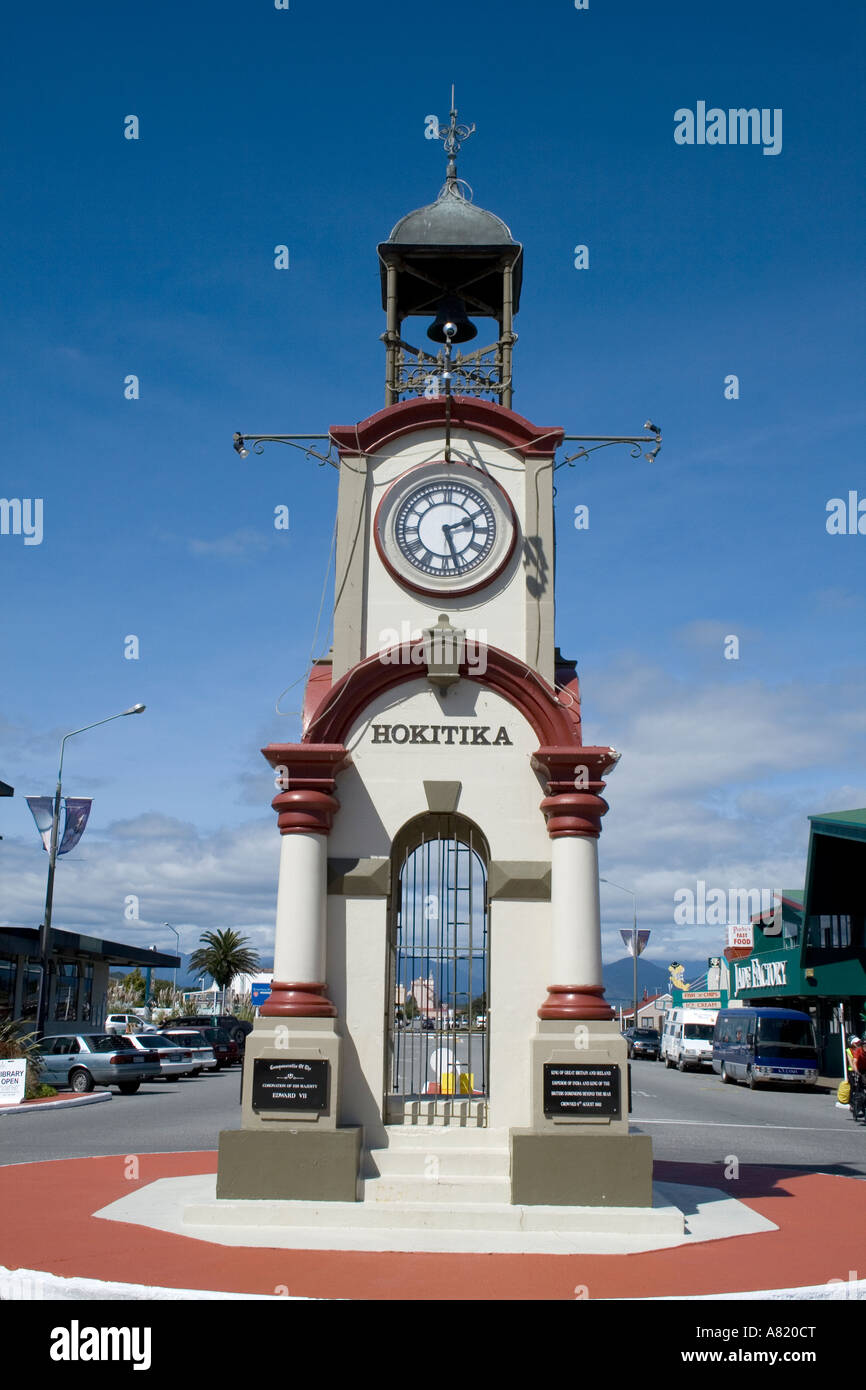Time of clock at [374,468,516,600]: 2:27
